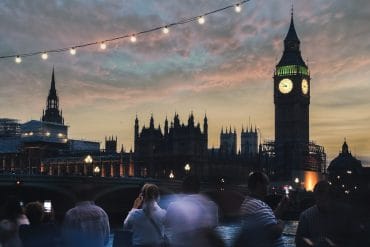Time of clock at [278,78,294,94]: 8:51
